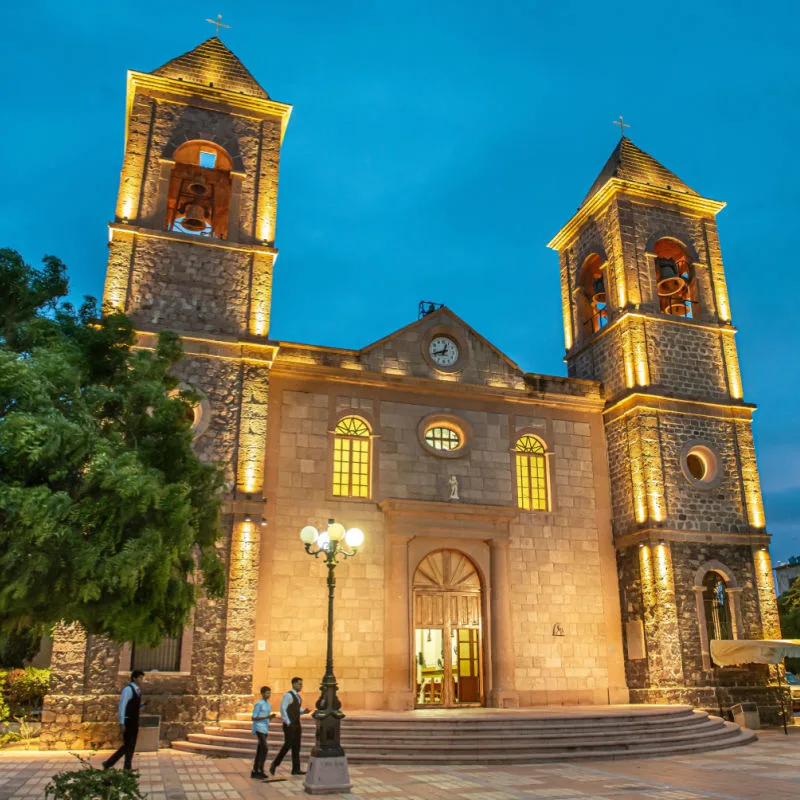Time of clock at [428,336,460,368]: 12:42
